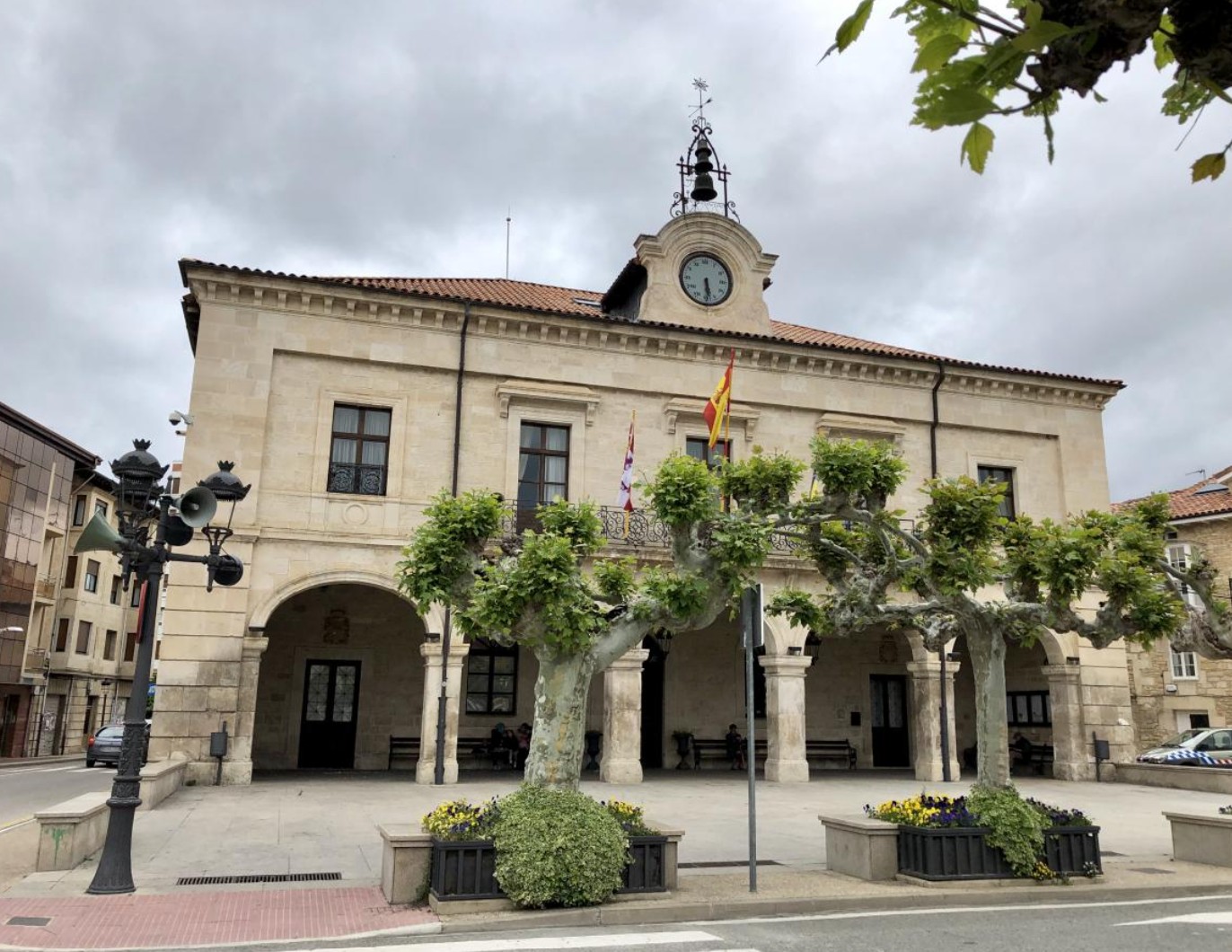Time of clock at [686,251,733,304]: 5:29
